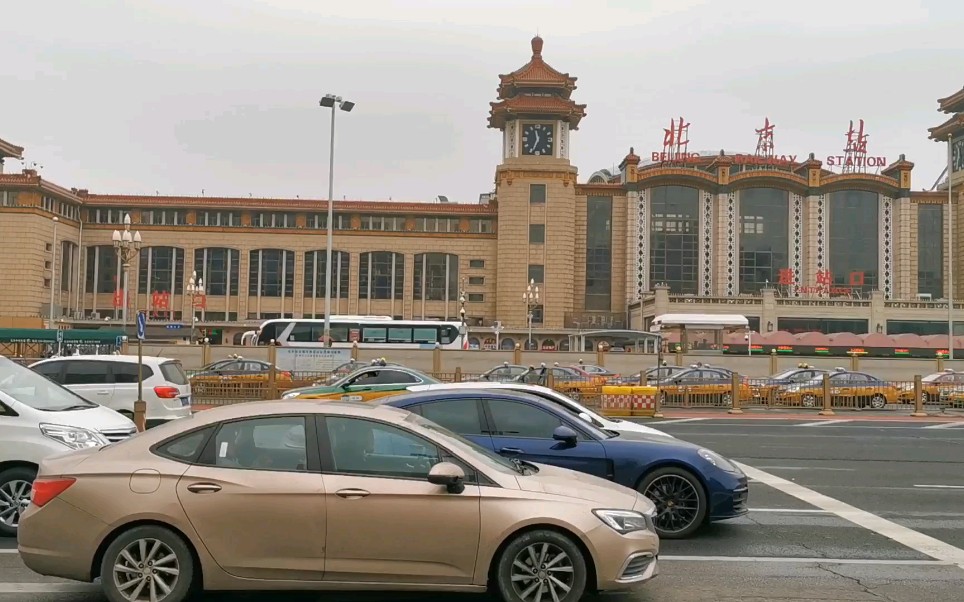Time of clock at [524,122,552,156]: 11:34
